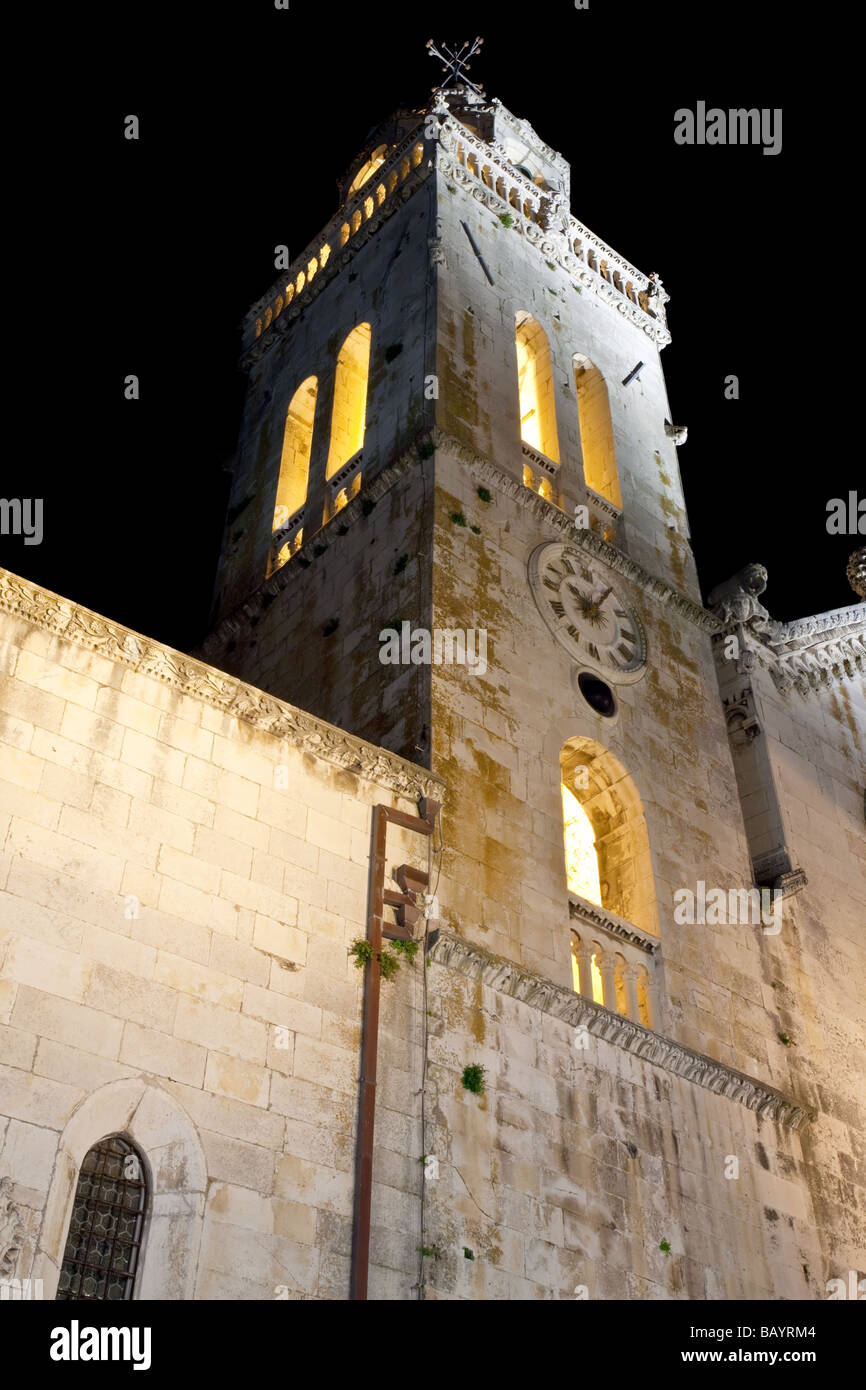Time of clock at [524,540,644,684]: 10:07
